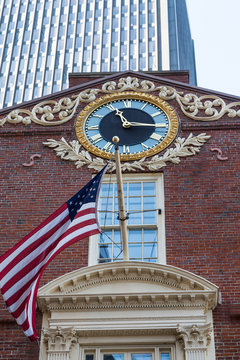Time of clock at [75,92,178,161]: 11:15
